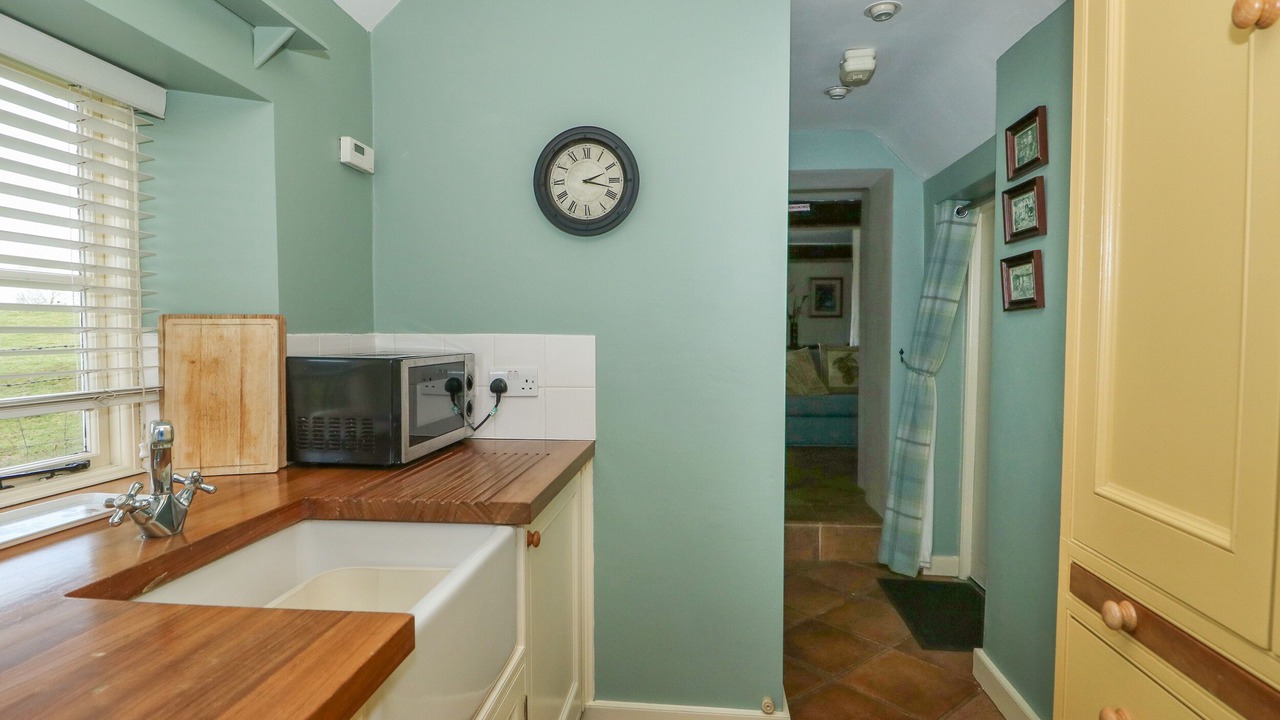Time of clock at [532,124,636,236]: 2:17
